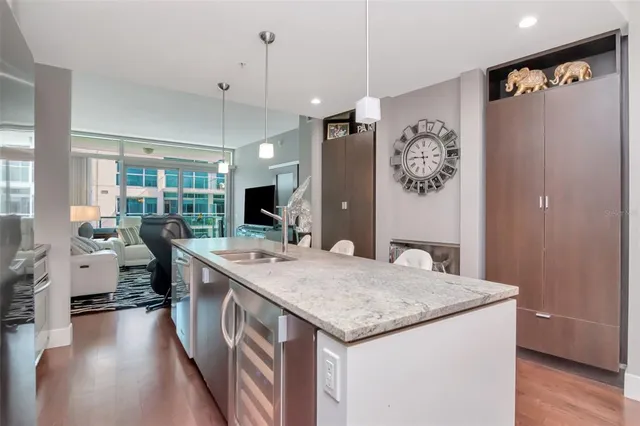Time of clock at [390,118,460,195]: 5:44
